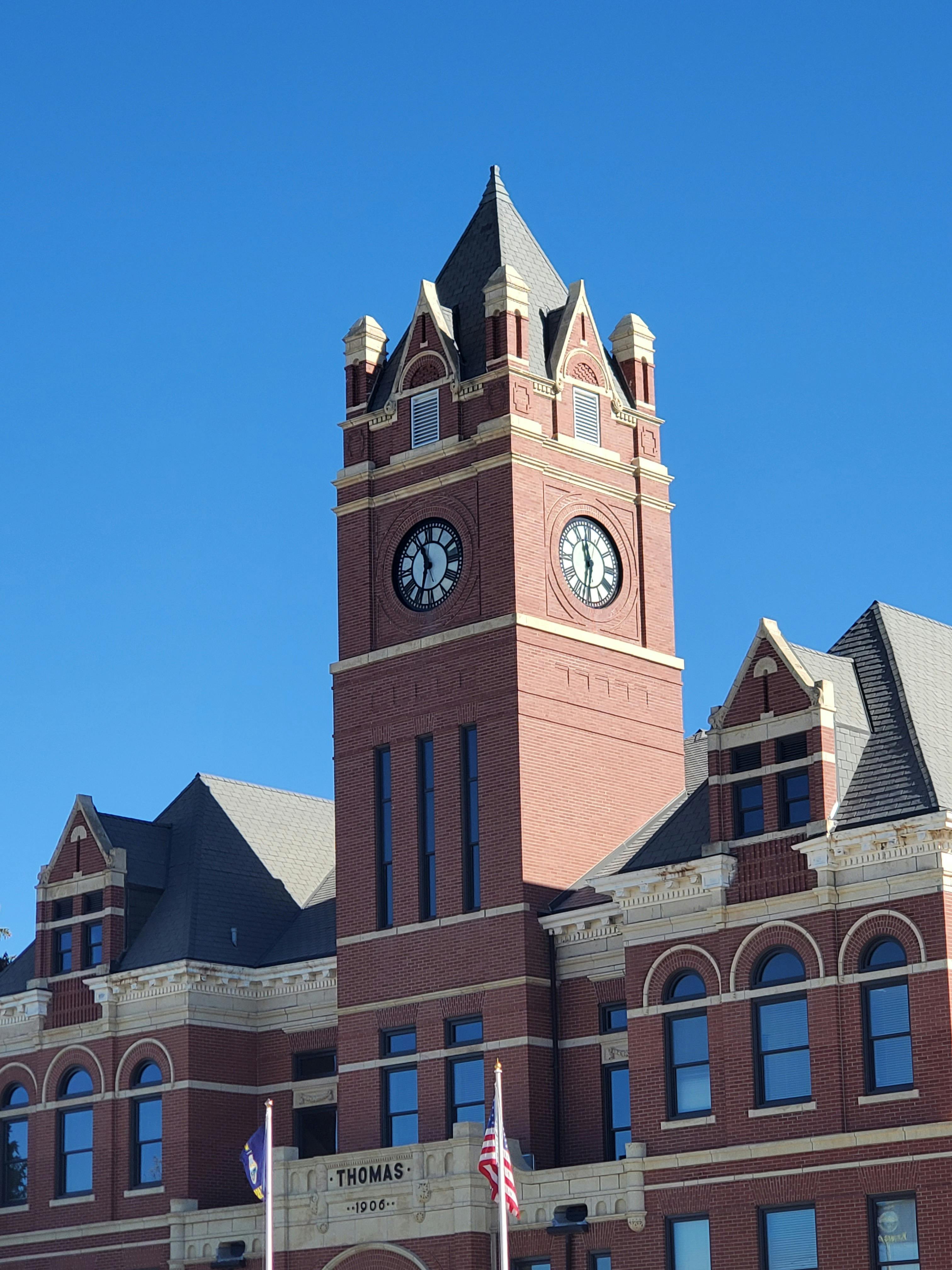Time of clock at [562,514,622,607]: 11:32
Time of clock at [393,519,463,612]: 11:32
